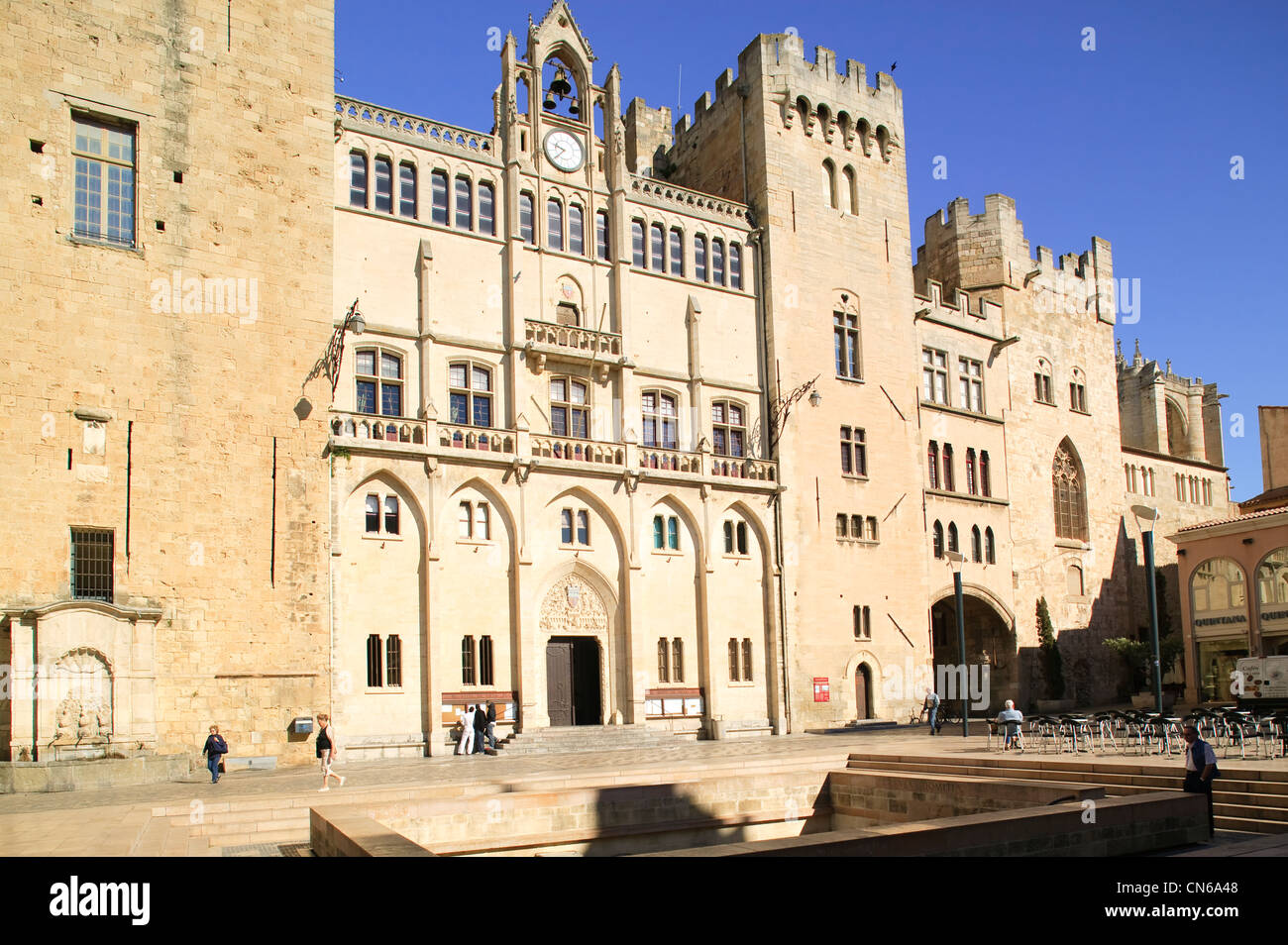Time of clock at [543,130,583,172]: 9:38
